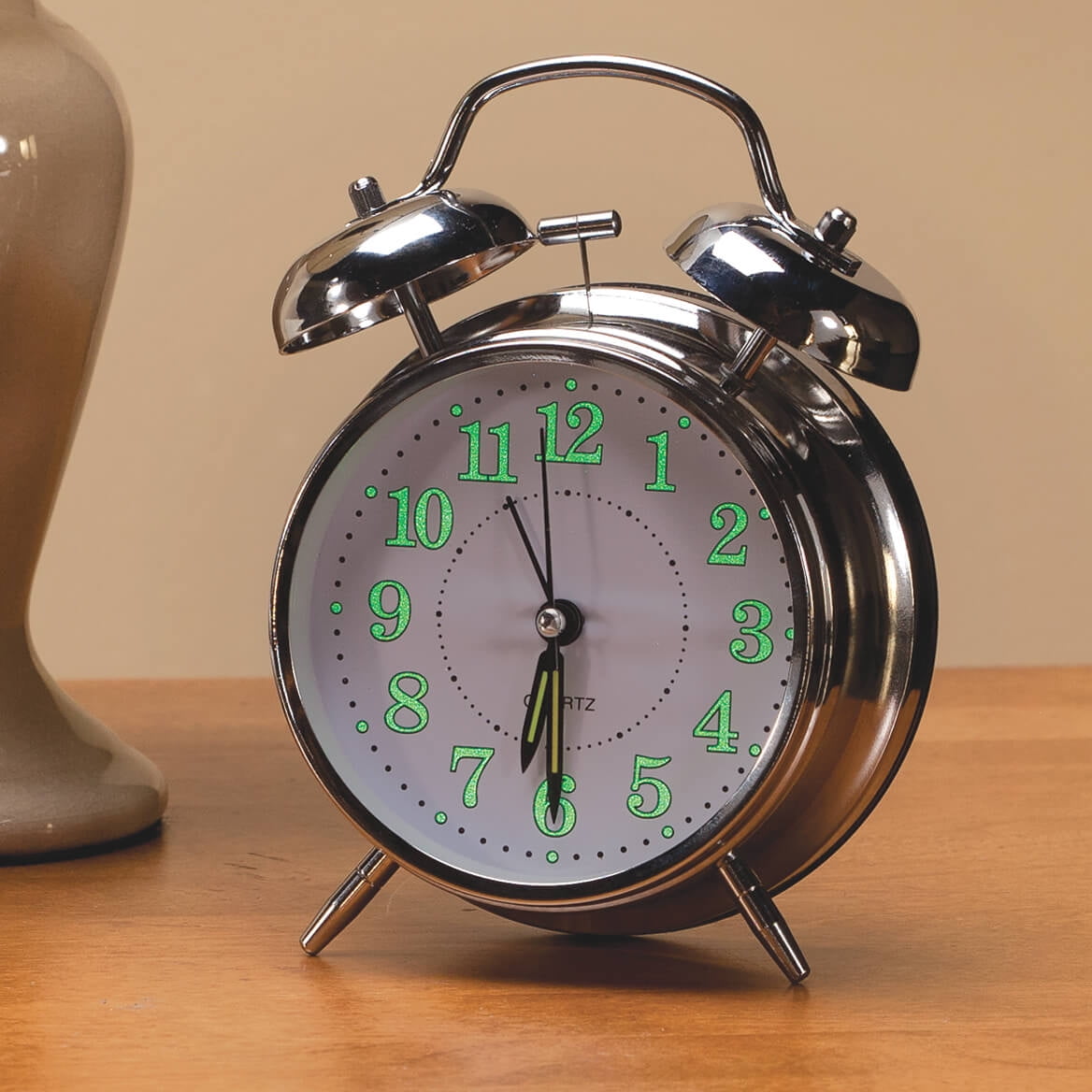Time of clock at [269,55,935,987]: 6:30
